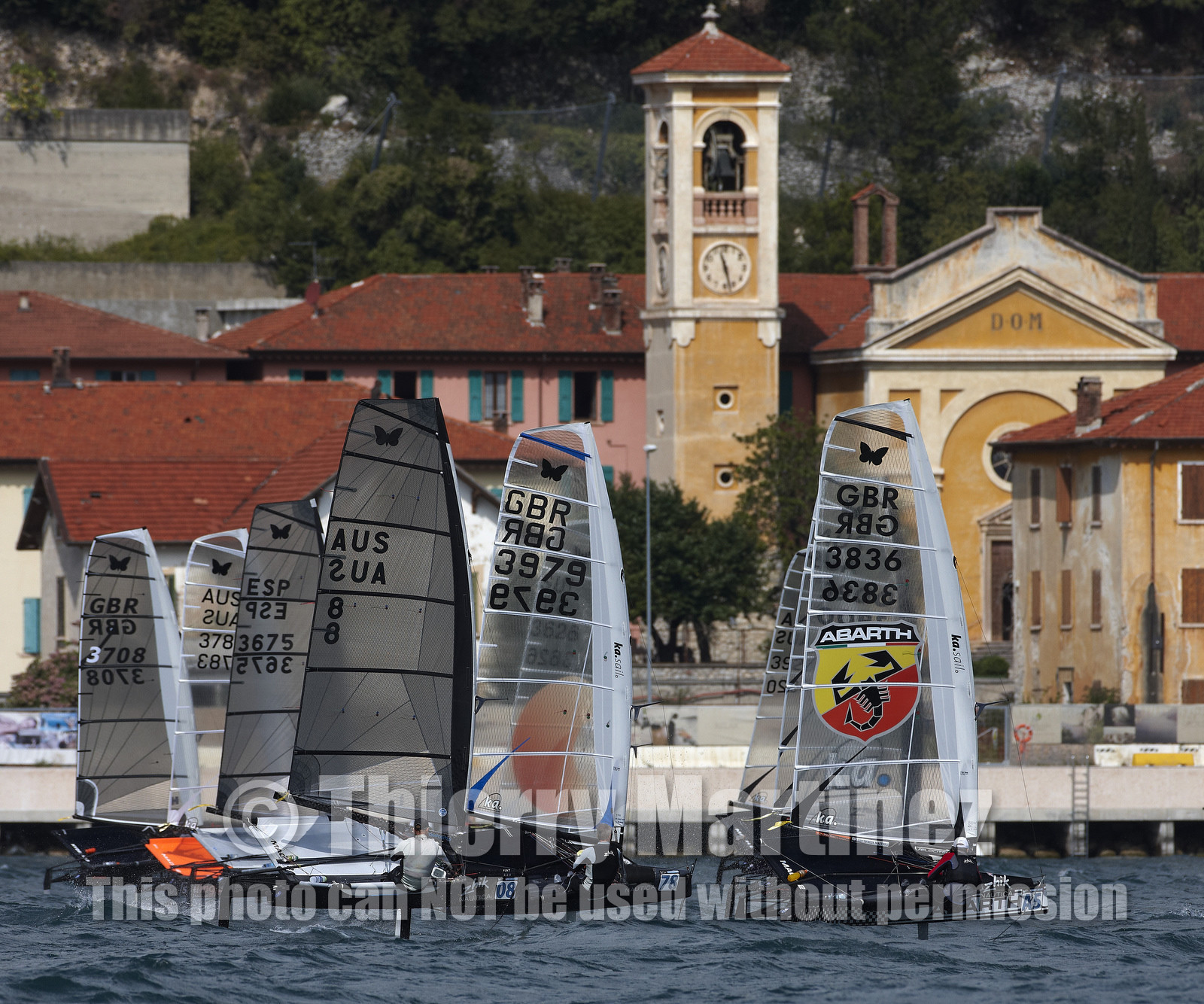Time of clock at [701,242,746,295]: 11:27
